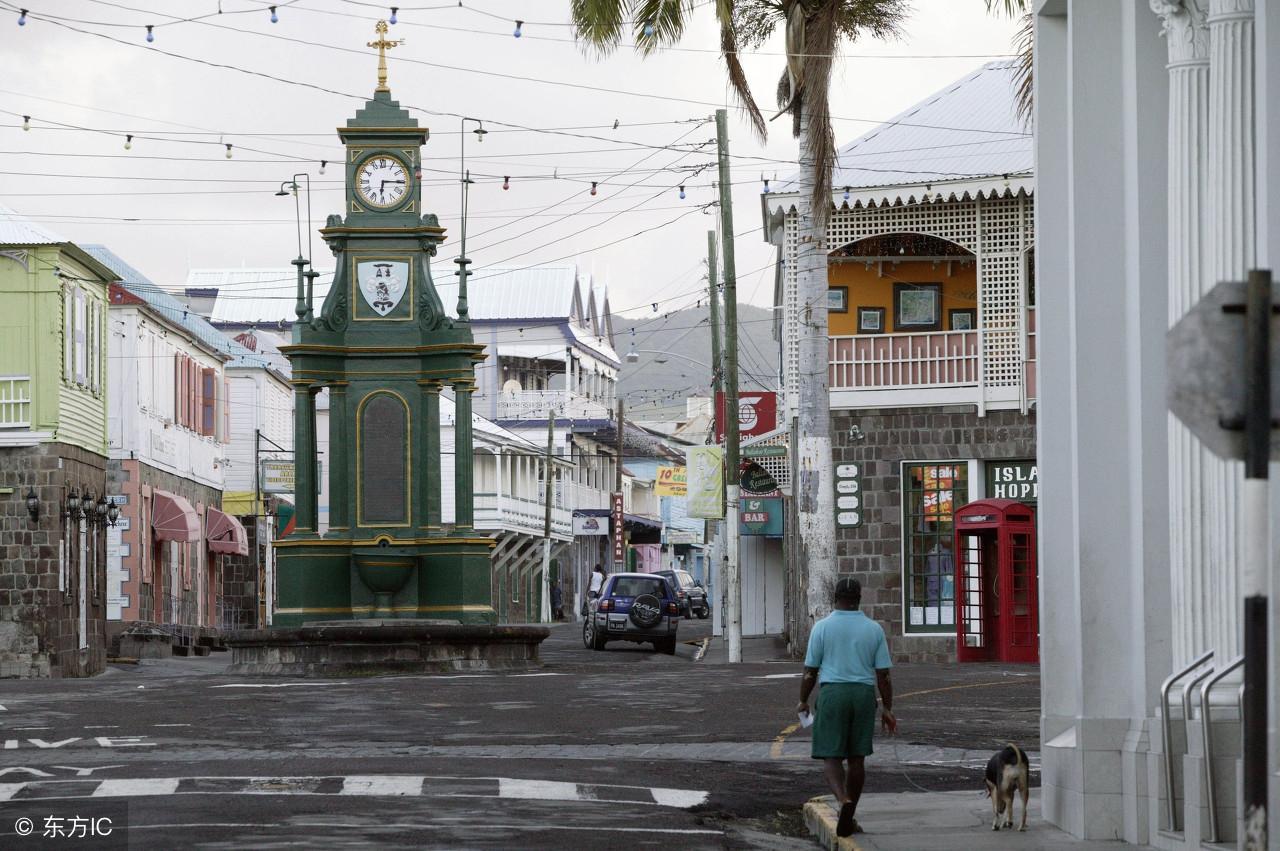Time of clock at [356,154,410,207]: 6:15
